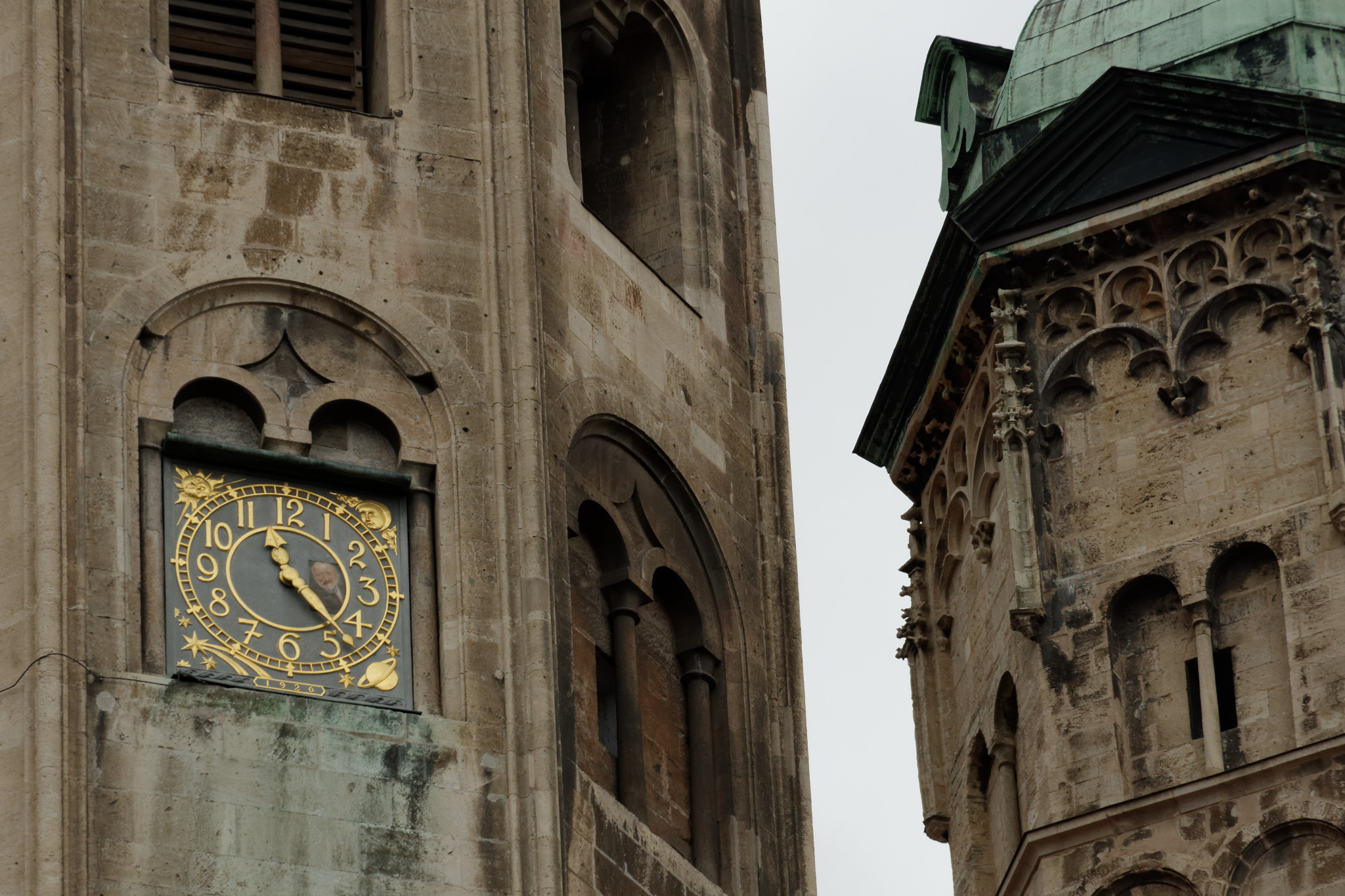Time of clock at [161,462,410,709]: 11:22
